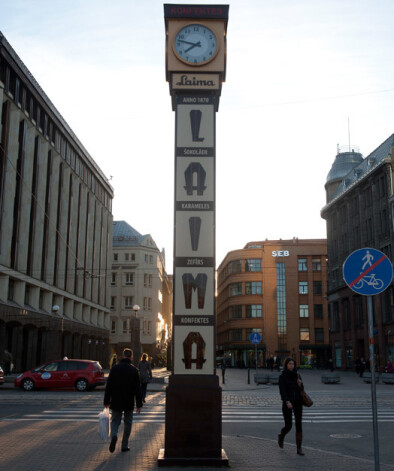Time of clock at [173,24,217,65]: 7:47
